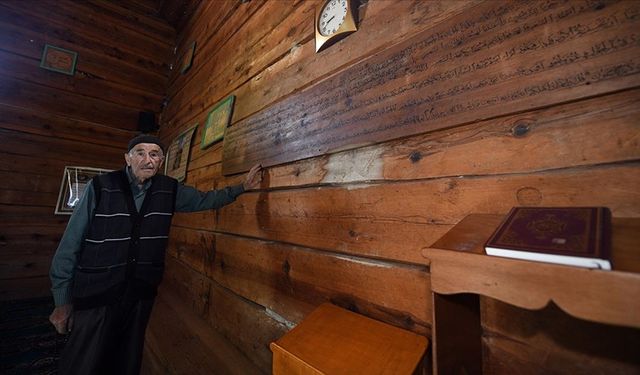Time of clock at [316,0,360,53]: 8:41
